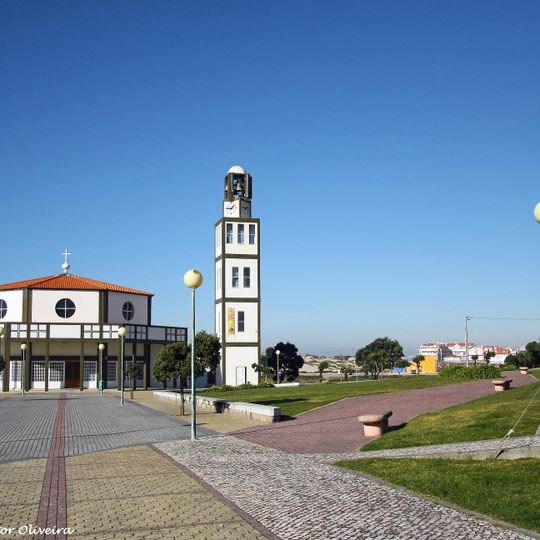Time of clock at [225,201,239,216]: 1:46
